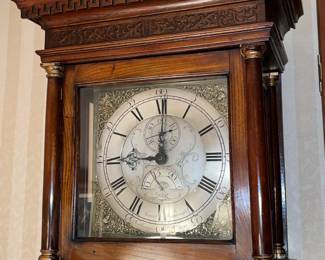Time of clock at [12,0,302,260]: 9:00
